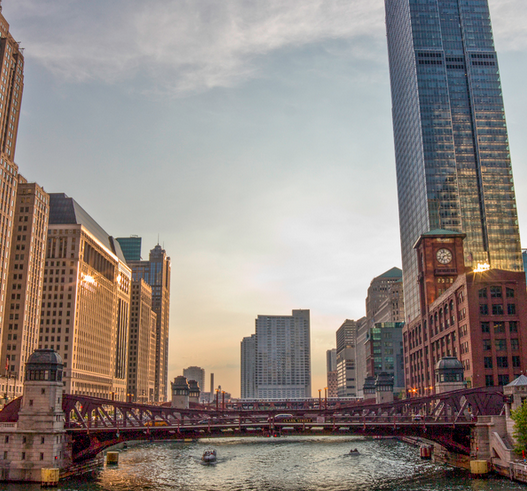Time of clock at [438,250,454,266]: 7:12
